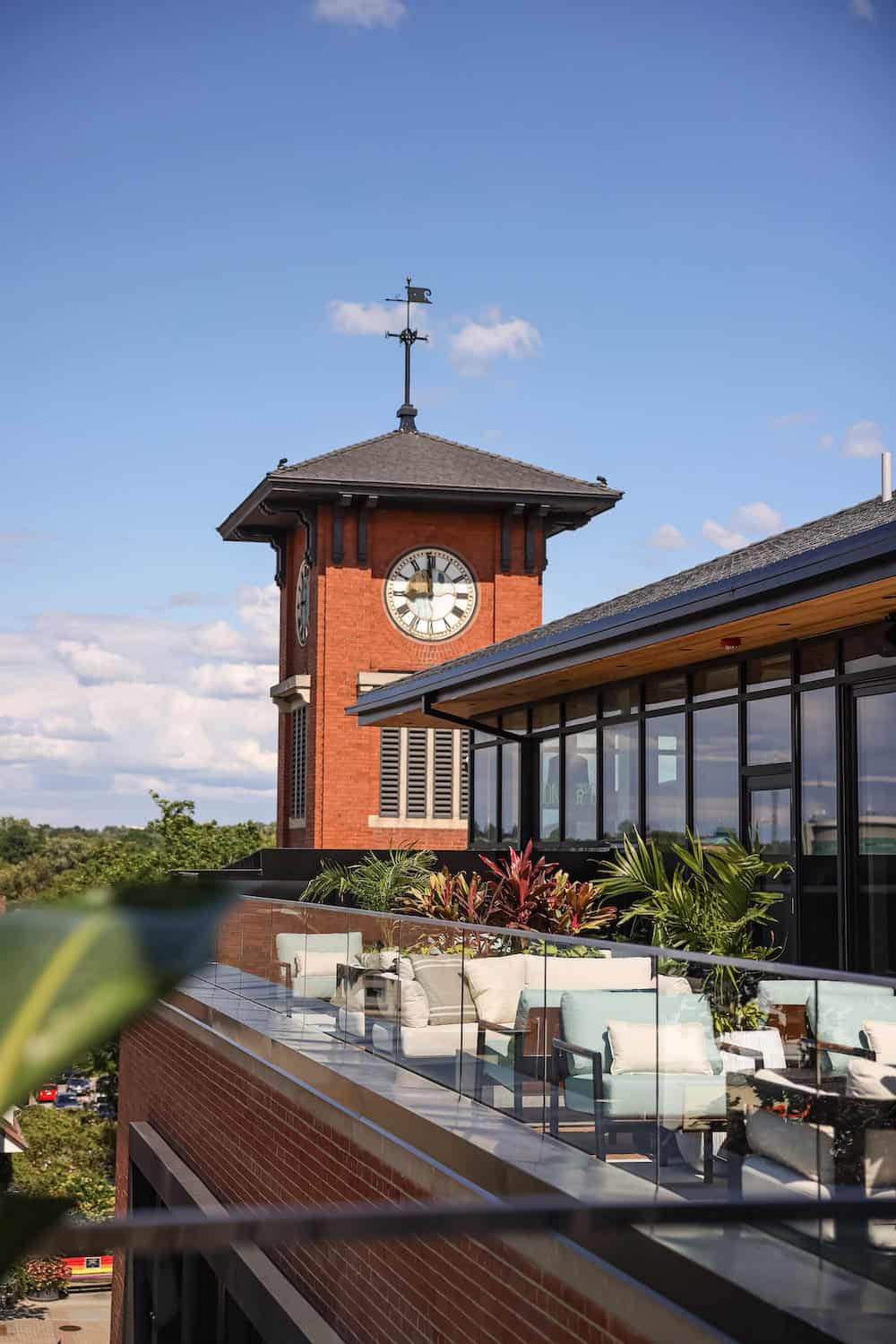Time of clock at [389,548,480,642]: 8:59
